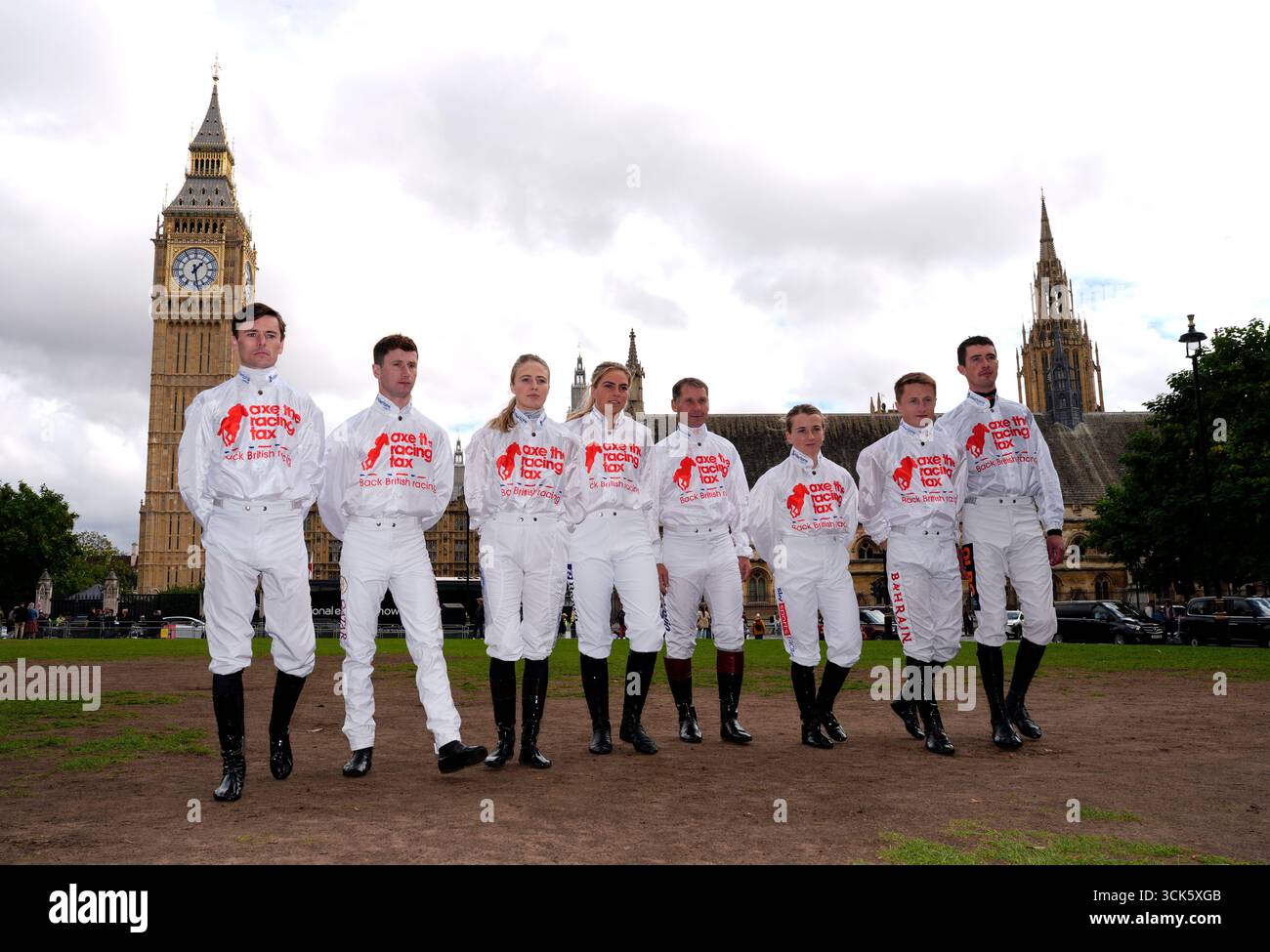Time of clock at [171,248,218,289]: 1:28
